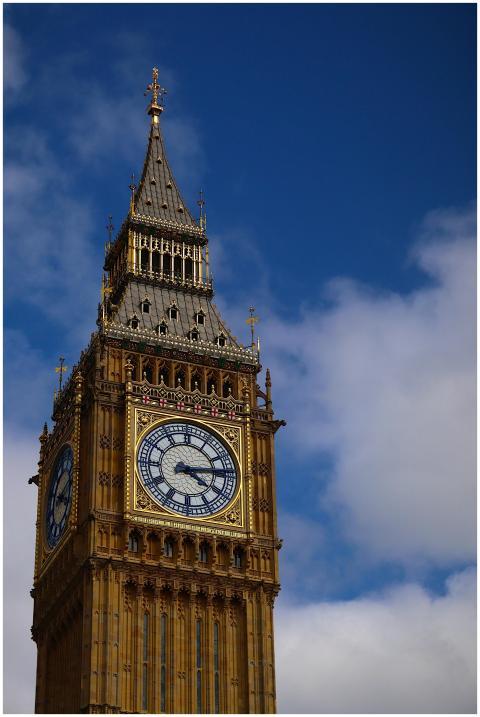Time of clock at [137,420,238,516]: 4:13
